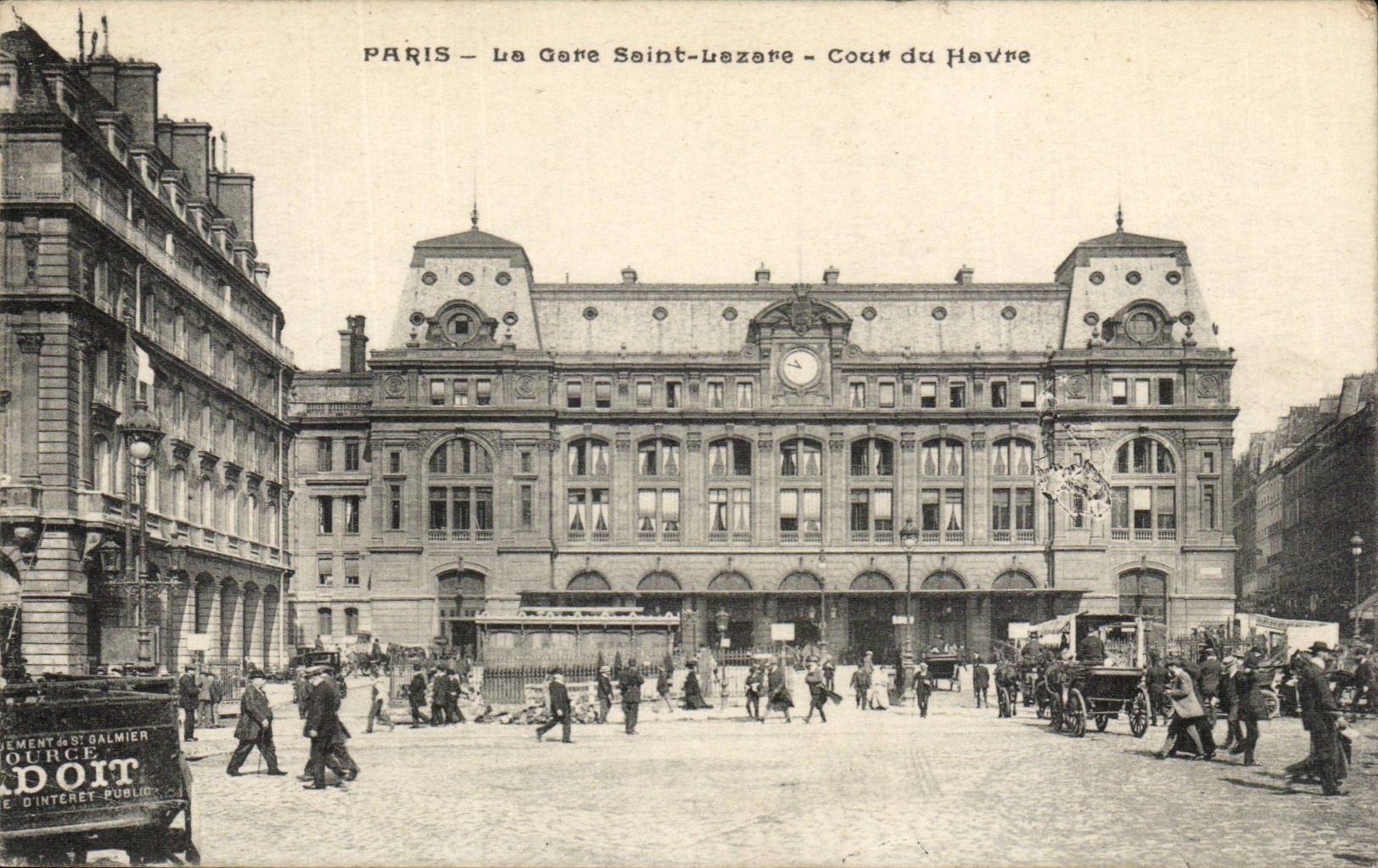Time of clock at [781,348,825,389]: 10:47
